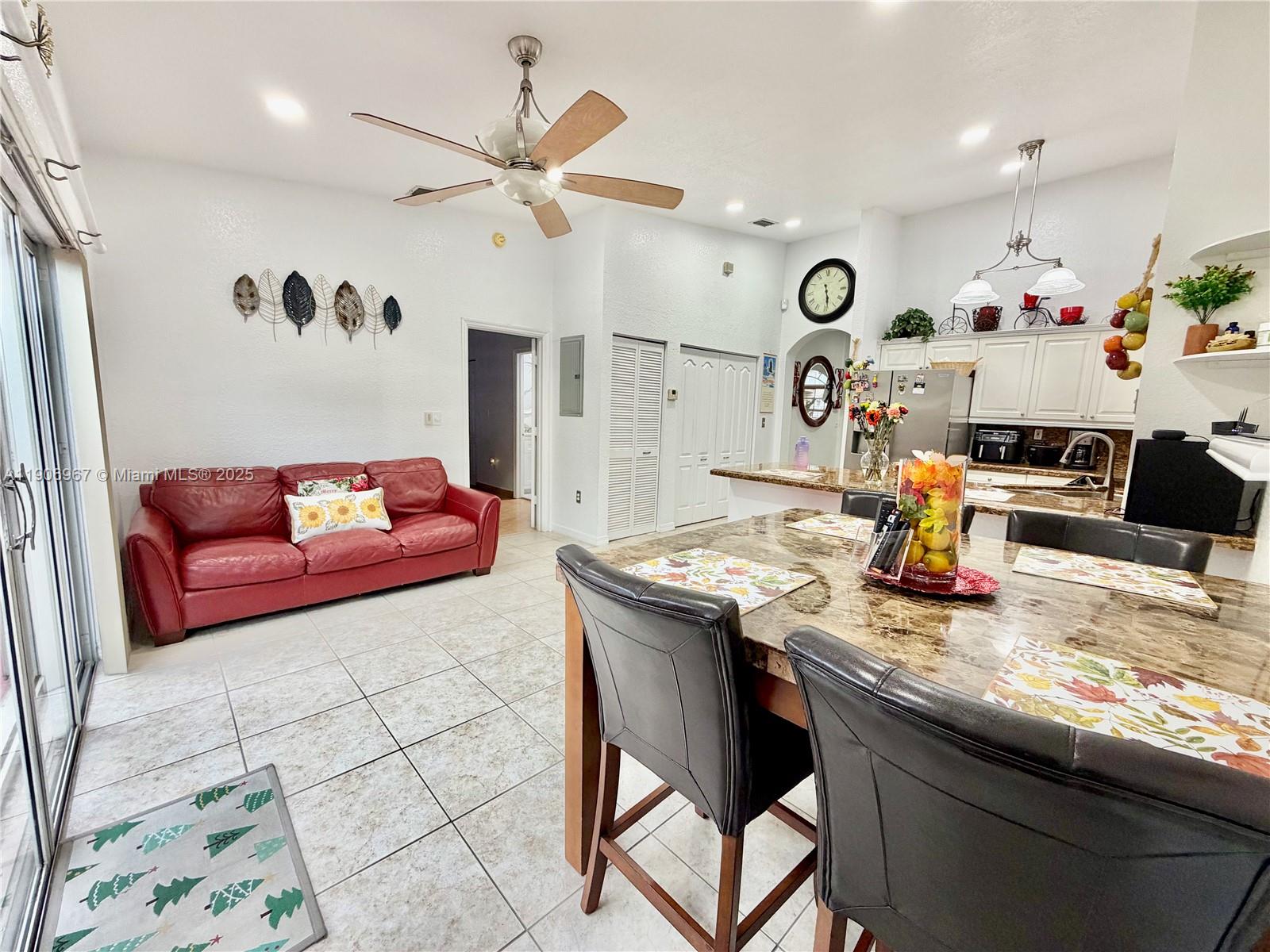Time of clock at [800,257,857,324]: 5:28
